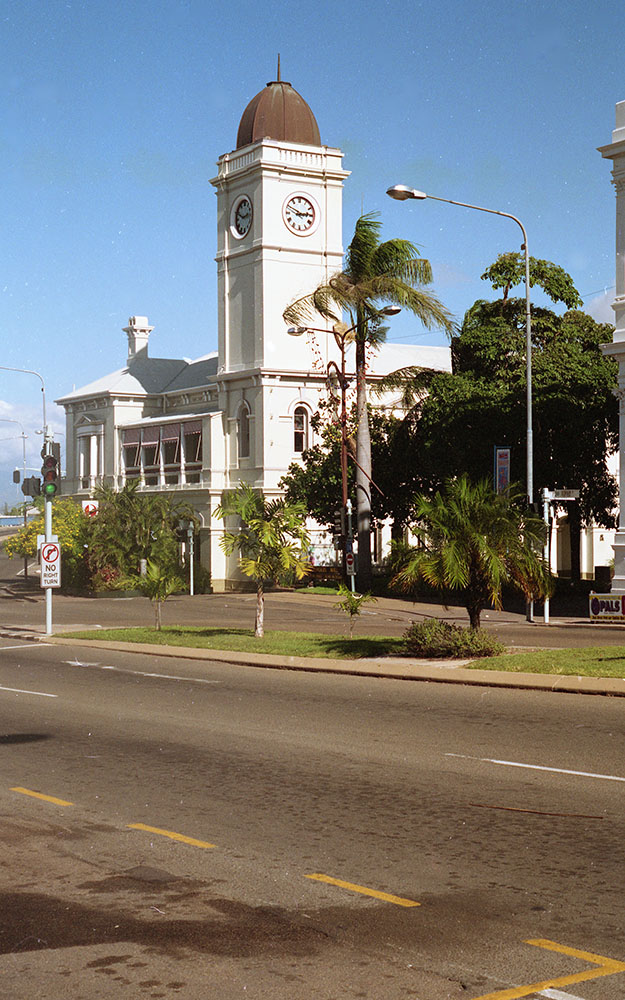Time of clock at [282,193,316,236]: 2:49
